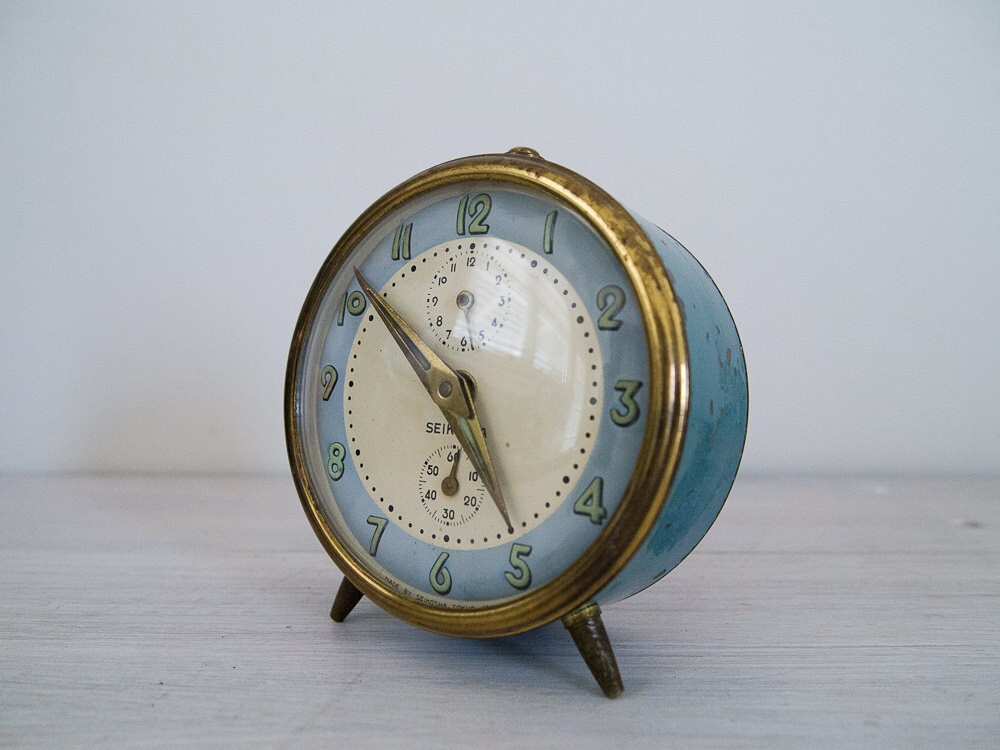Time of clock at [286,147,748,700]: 4:51
